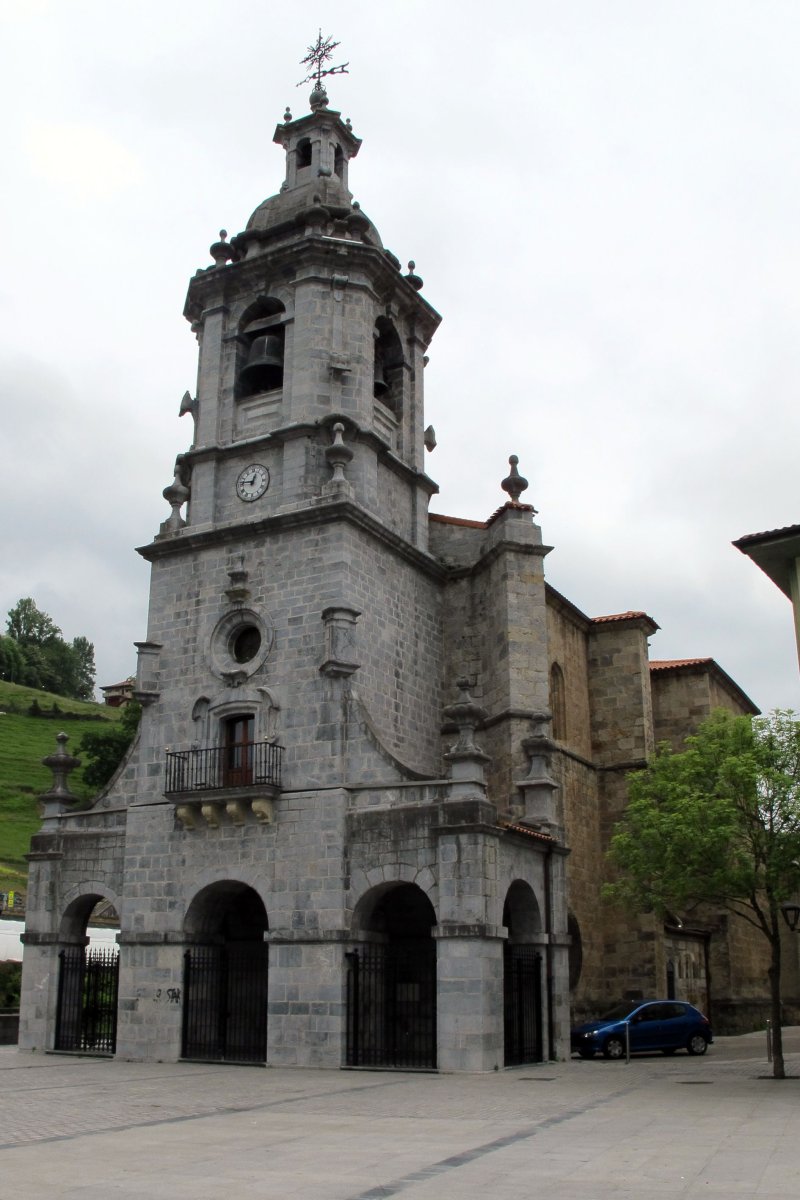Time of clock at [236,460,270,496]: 12:46
